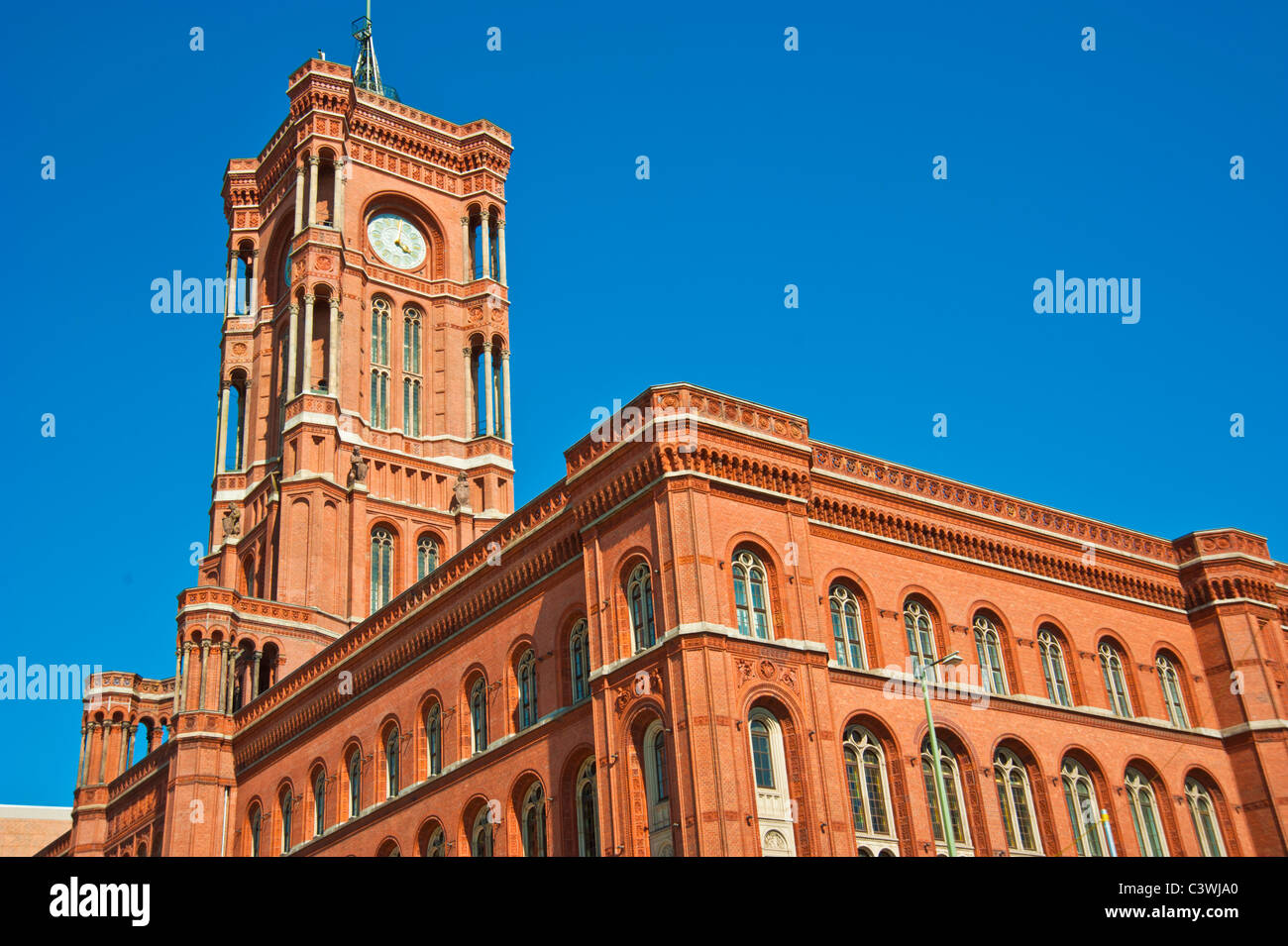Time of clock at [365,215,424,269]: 4:01
